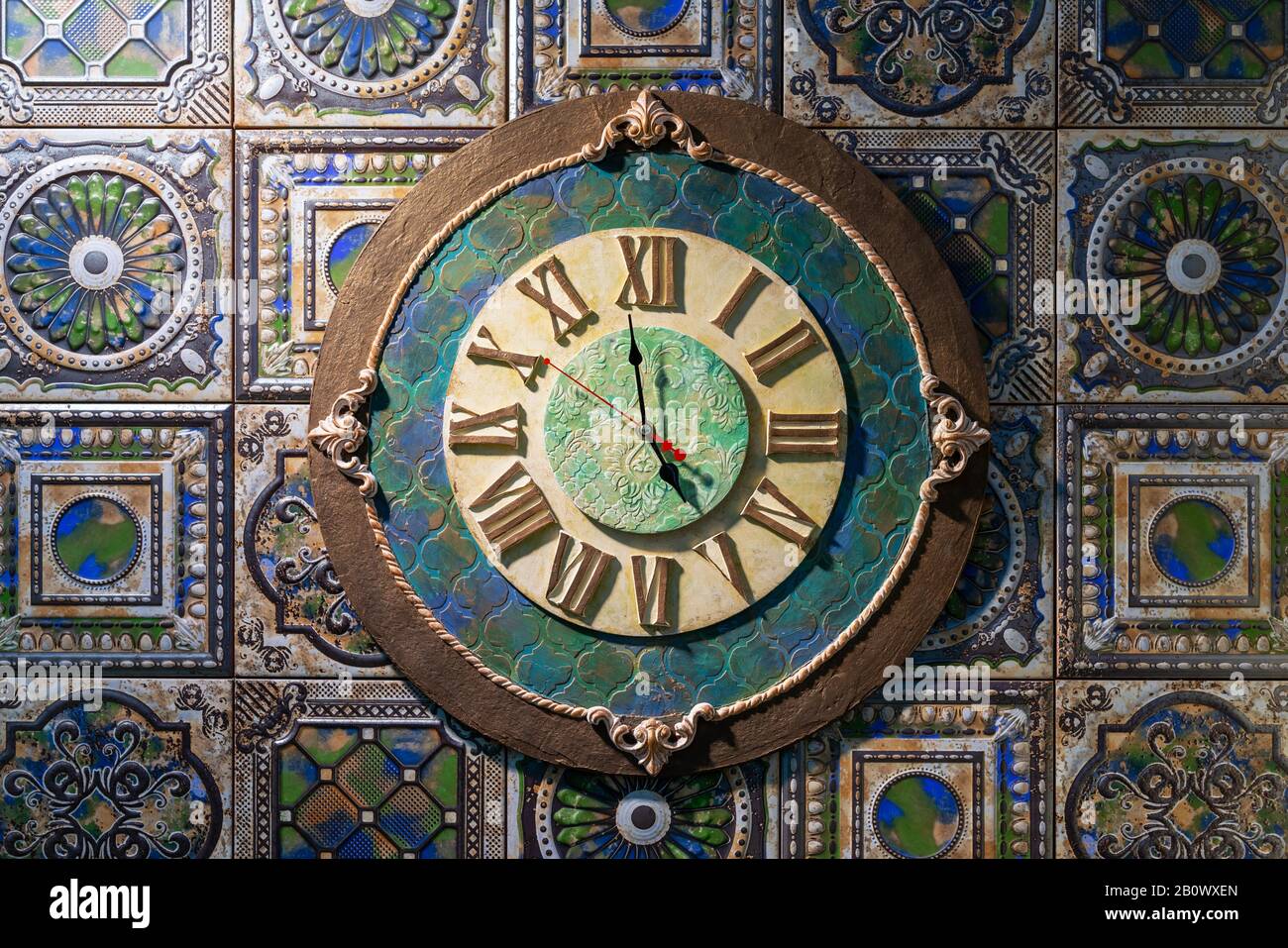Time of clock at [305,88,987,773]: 4:58
